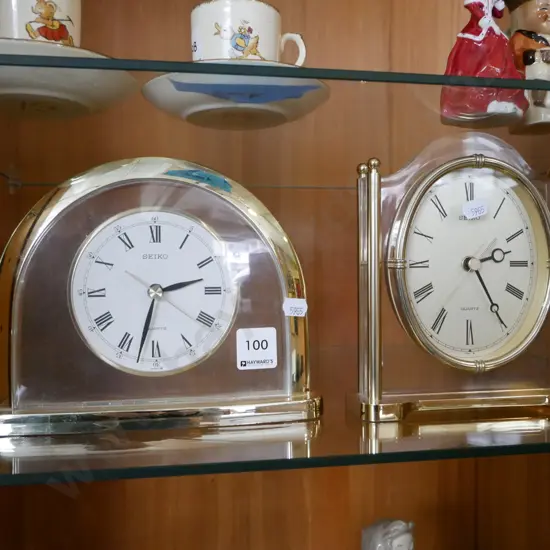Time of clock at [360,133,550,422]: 2:24
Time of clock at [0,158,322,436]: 2:32
